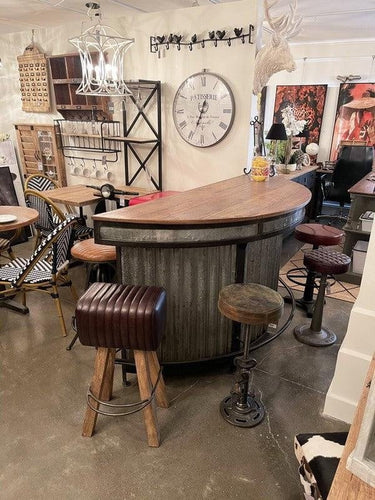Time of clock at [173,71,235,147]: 12:33
